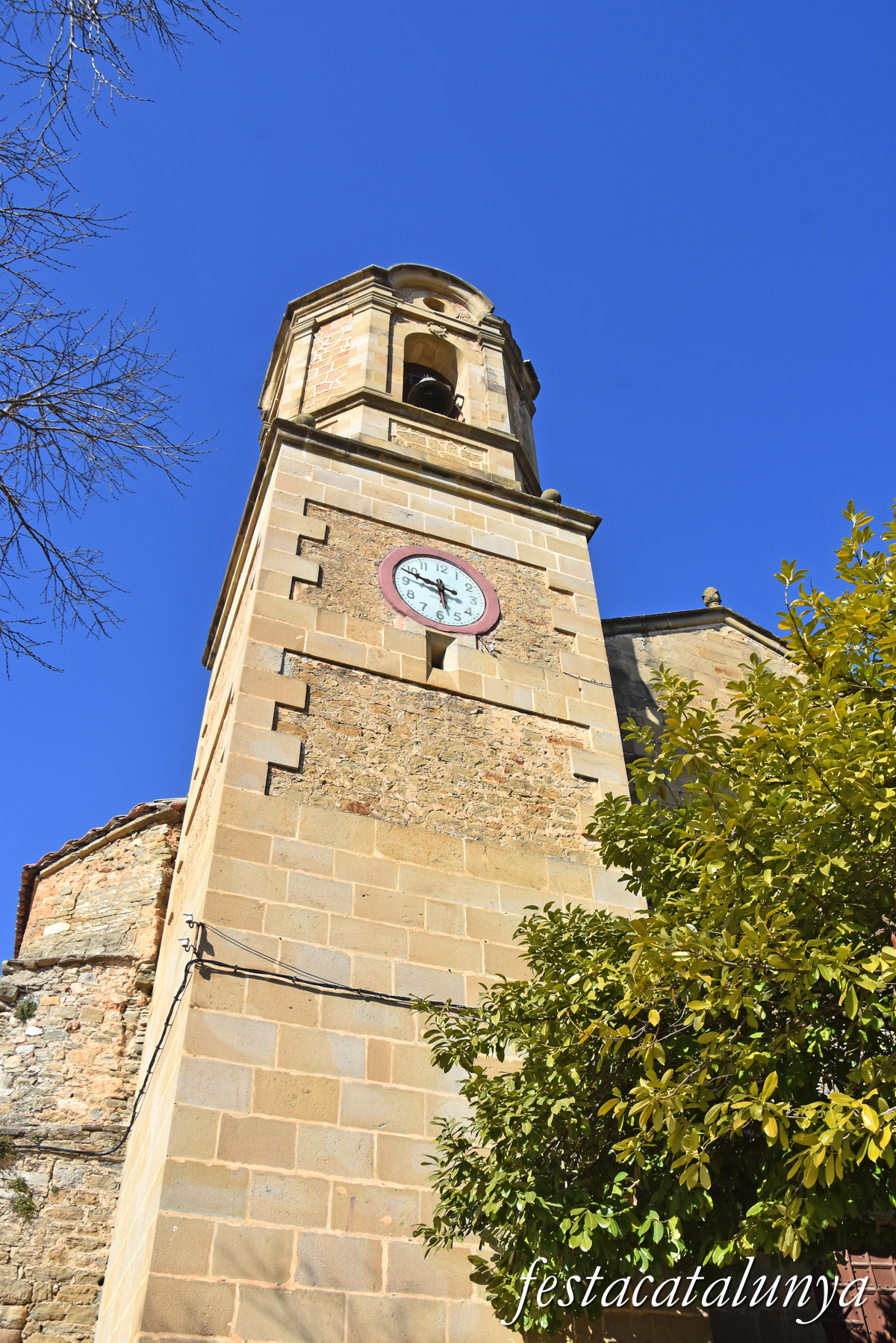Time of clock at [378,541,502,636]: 5:48
